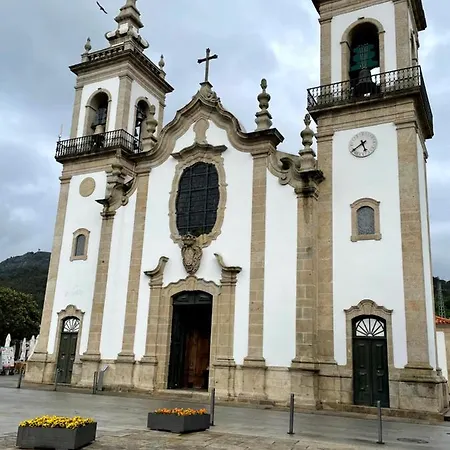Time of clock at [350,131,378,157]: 5:38
